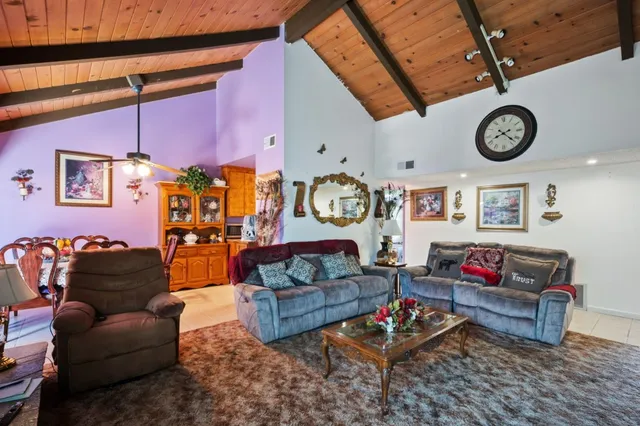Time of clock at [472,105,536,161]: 8:22
